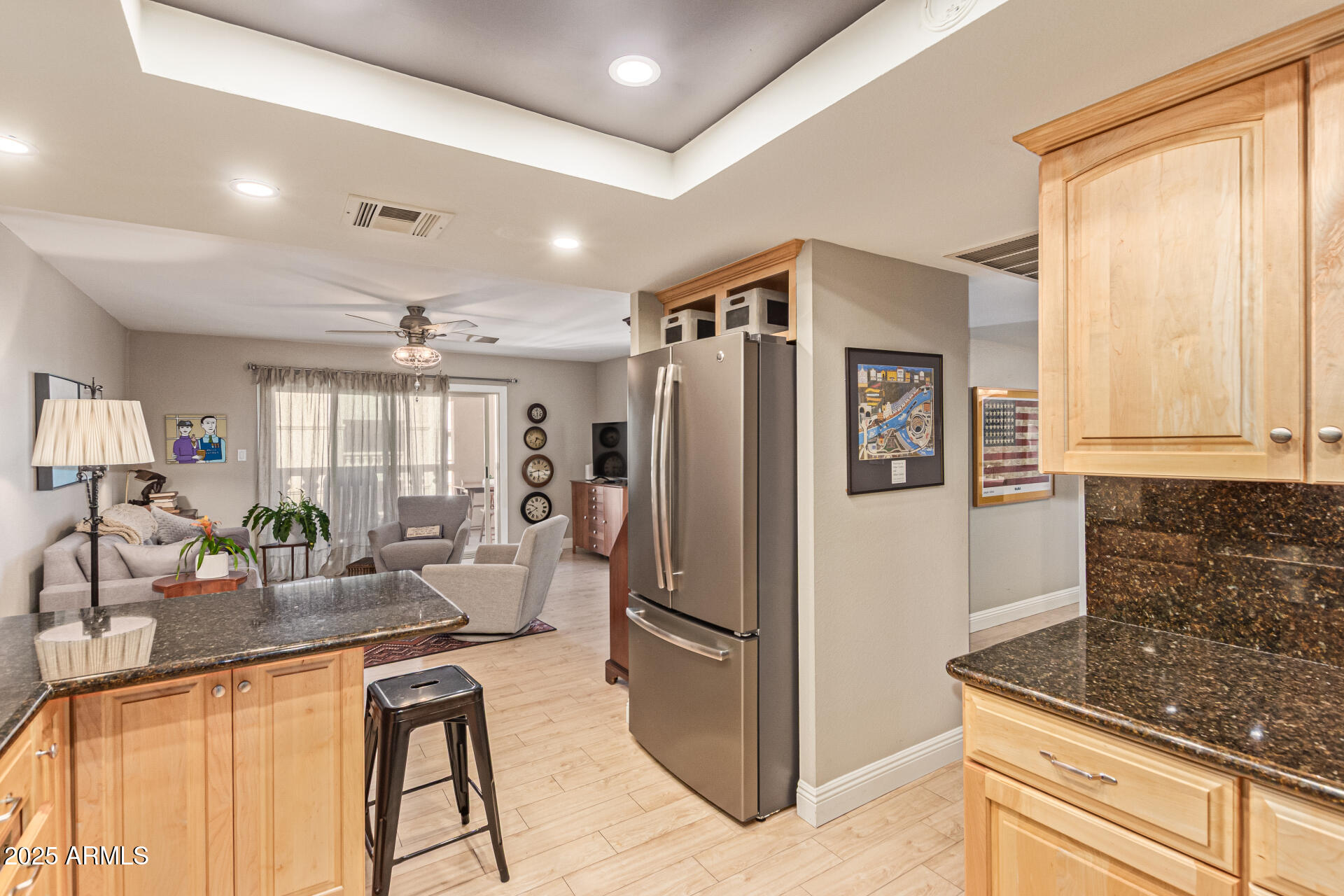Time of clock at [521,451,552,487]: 8:29
